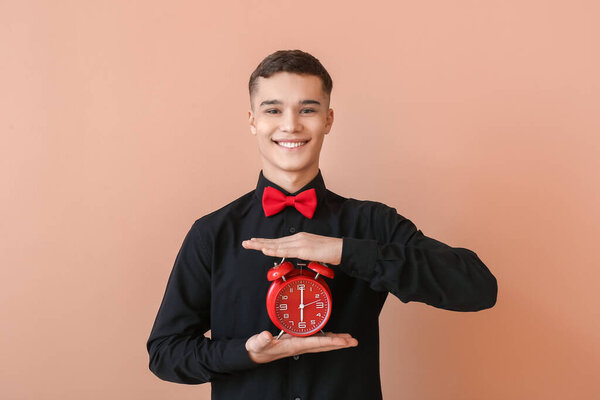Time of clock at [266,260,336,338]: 6:00
